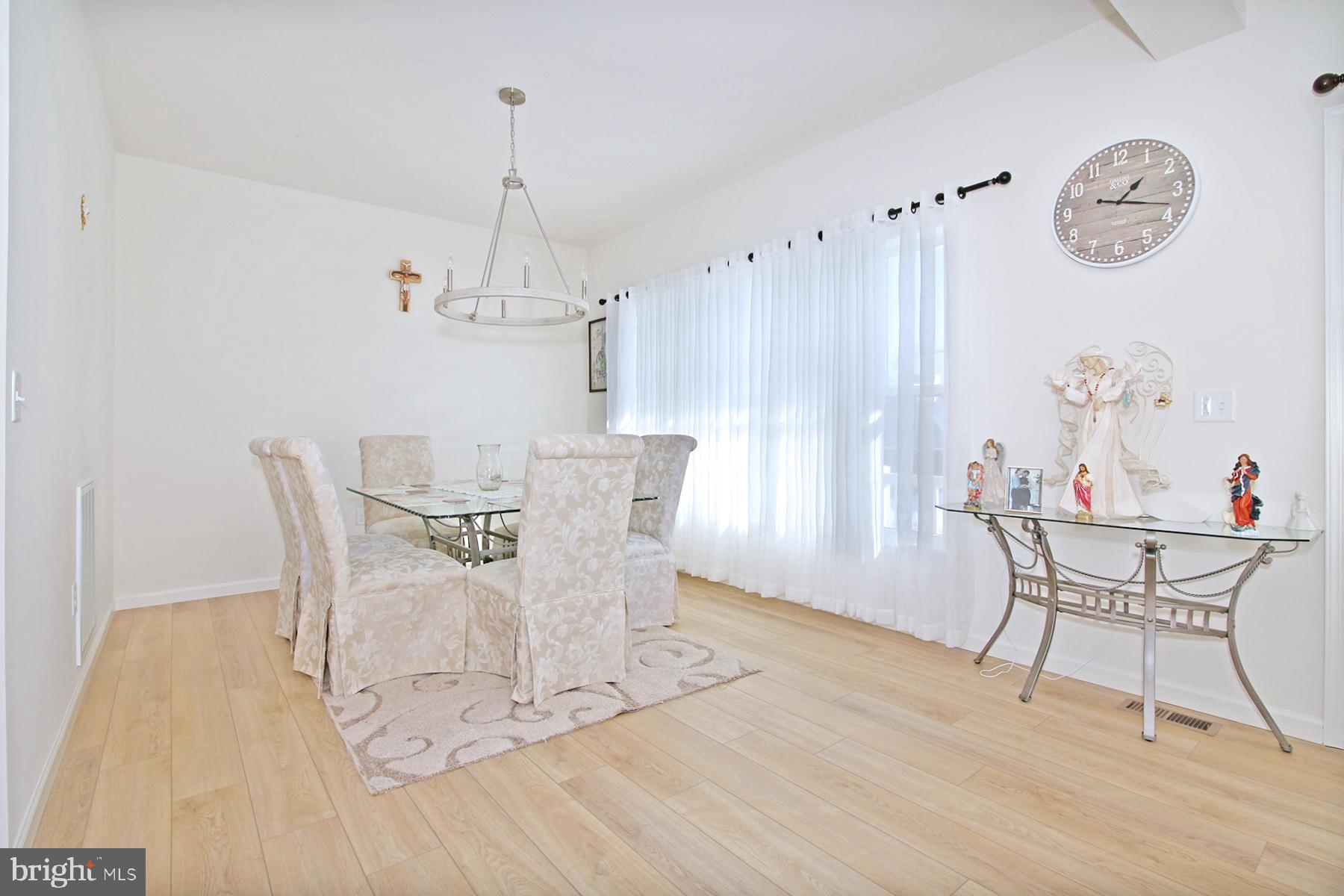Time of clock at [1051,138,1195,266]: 1:18
